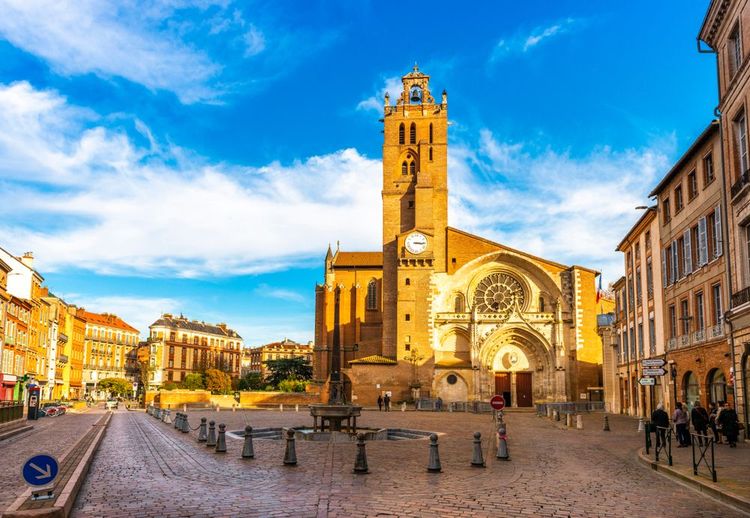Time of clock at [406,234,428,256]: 3:15
